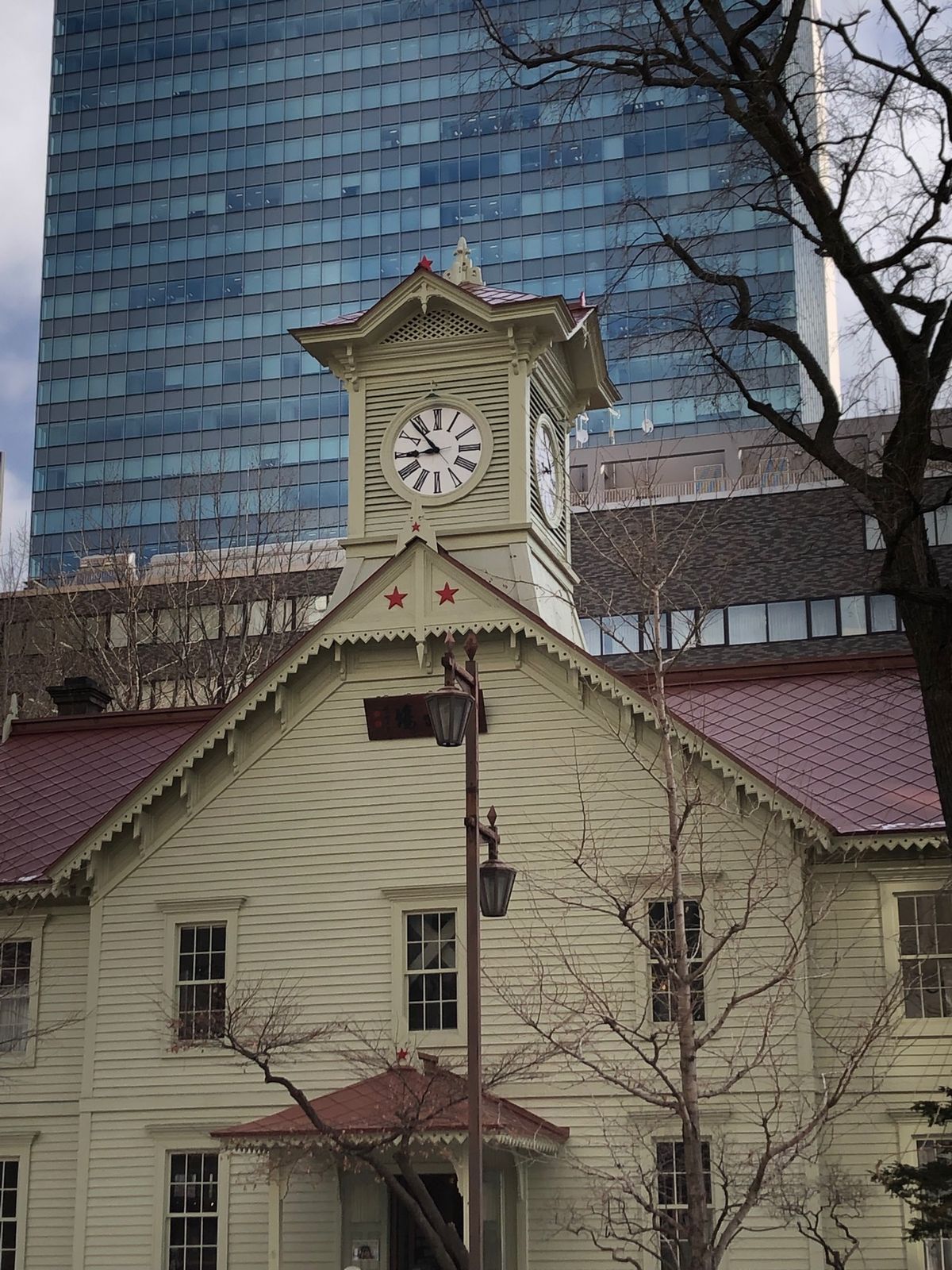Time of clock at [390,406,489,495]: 8:53
